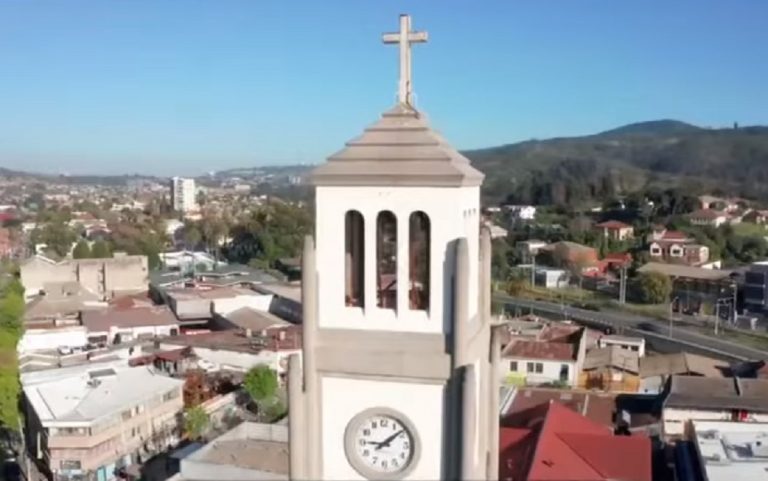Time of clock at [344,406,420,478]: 9:08
